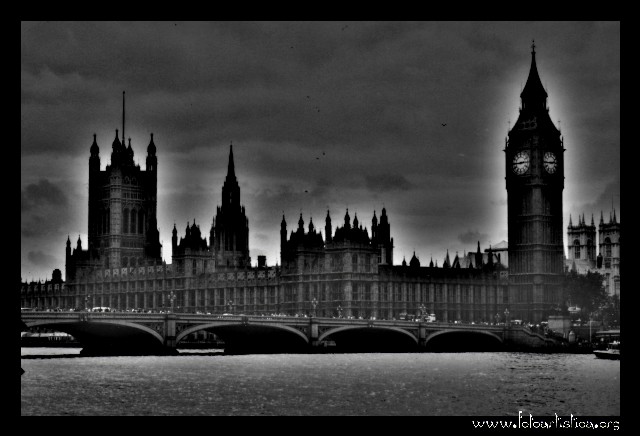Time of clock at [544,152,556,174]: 2:44
